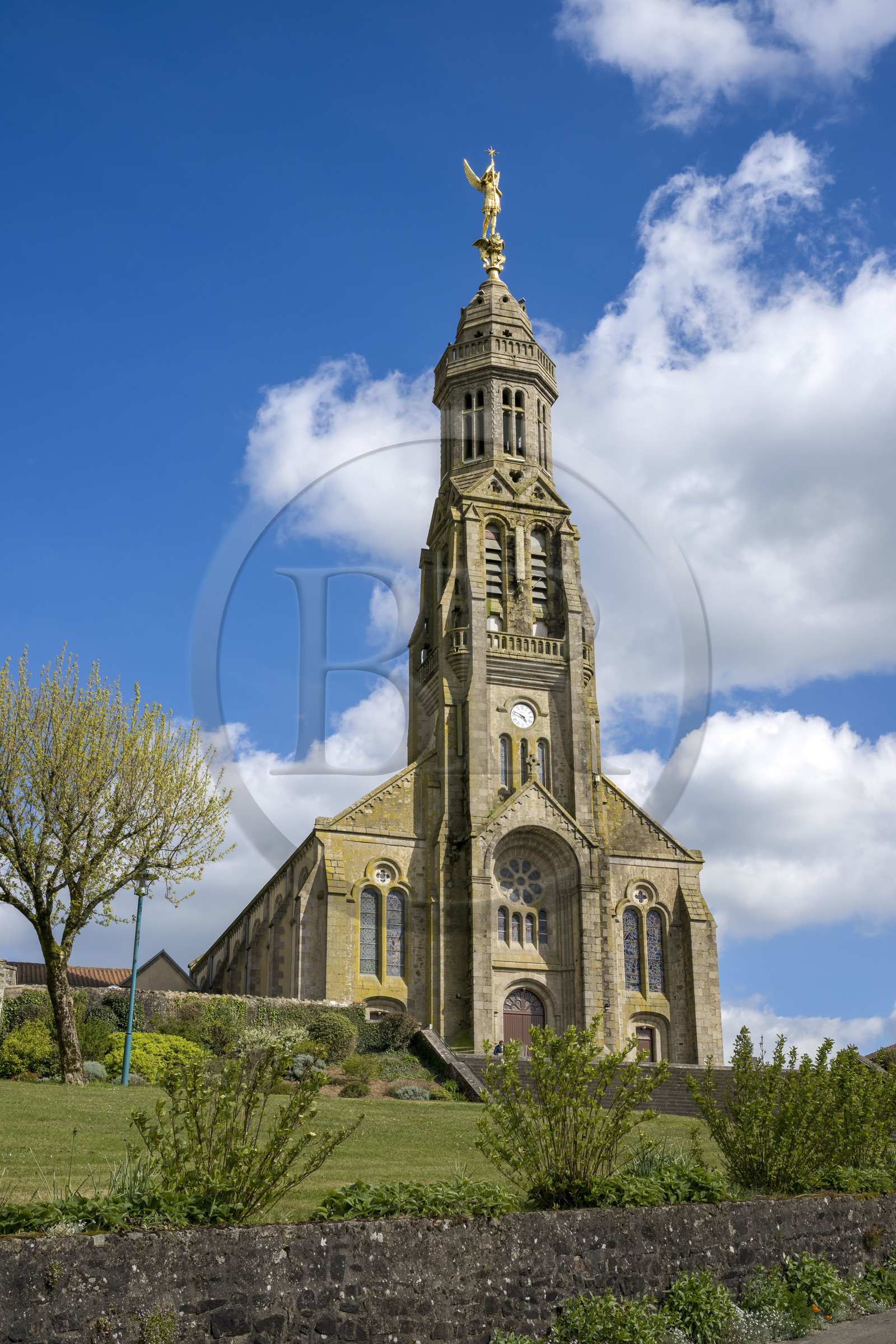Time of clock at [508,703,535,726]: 4:49
